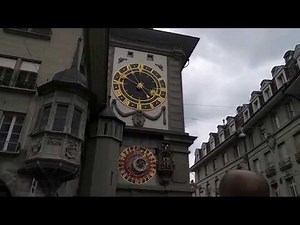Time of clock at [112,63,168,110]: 4:50
